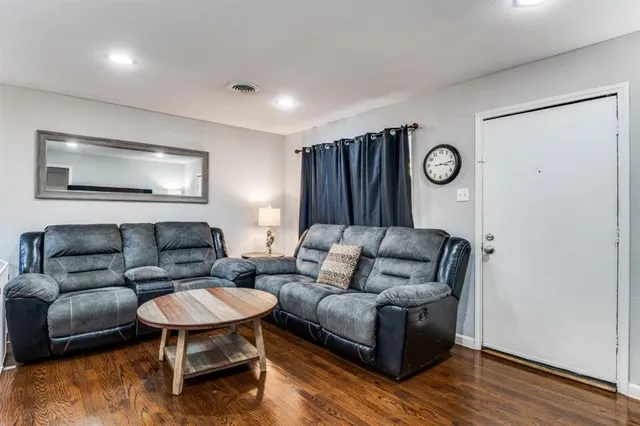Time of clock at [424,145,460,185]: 3:13
